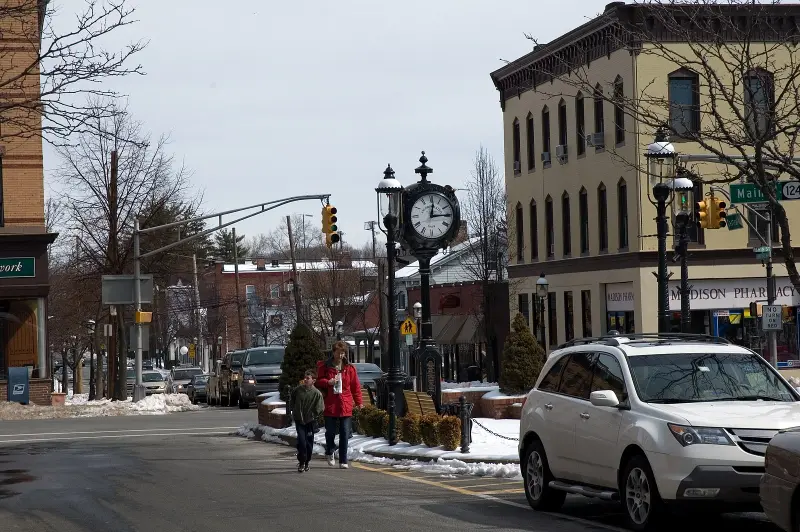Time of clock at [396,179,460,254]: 12:14
